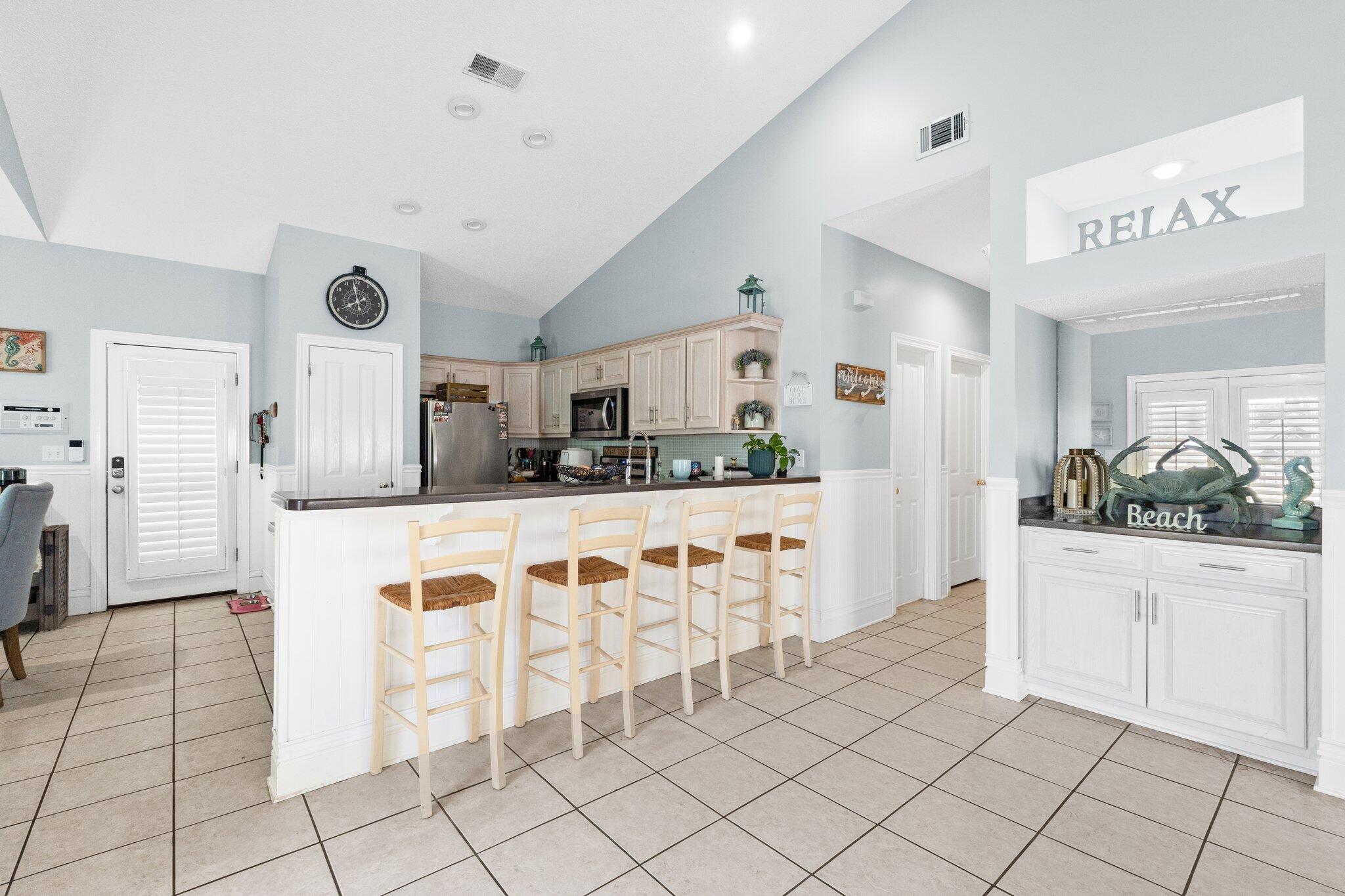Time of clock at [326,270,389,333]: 7:58
